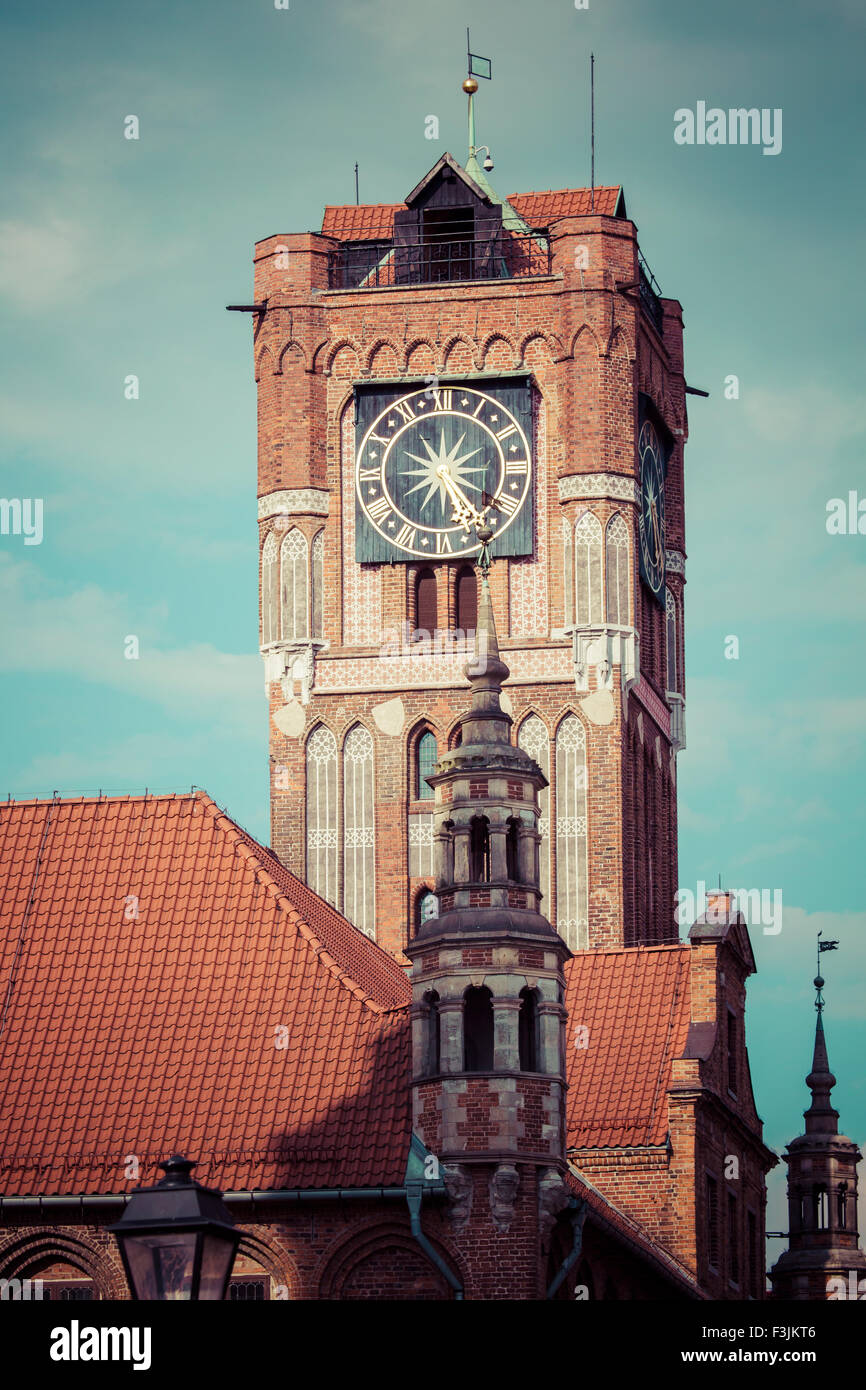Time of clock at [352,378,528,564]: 1:24
